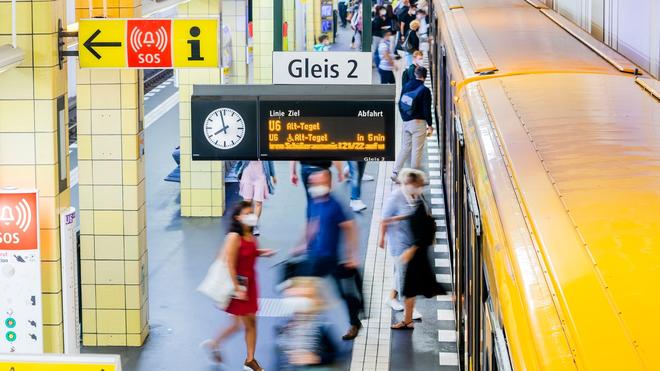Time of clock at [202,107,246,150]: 7:57
